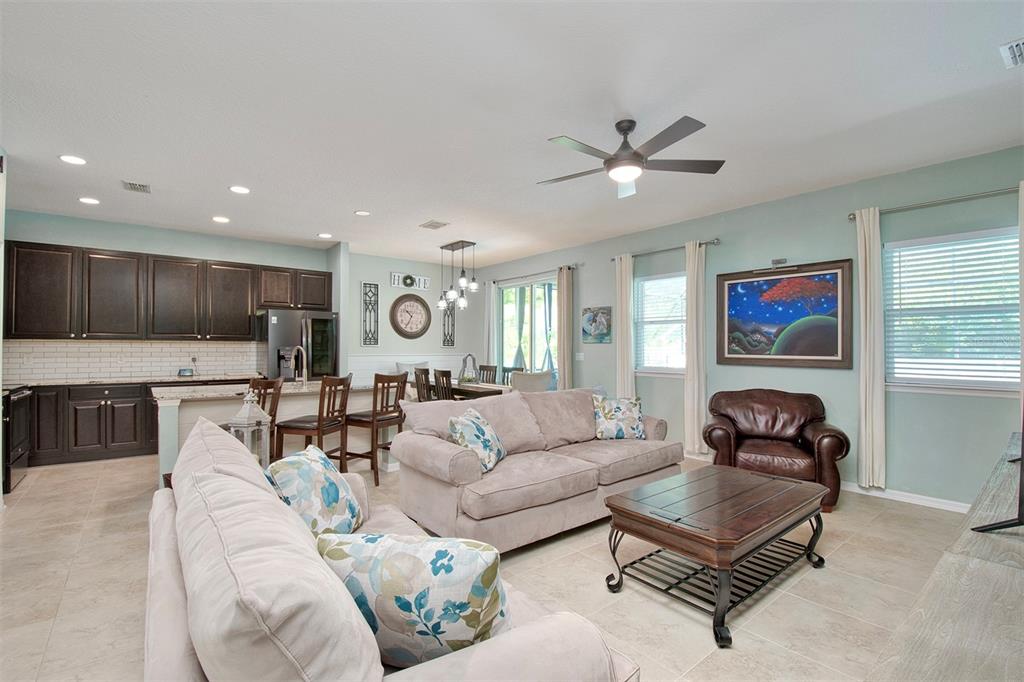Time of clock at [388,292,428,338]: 10:34
